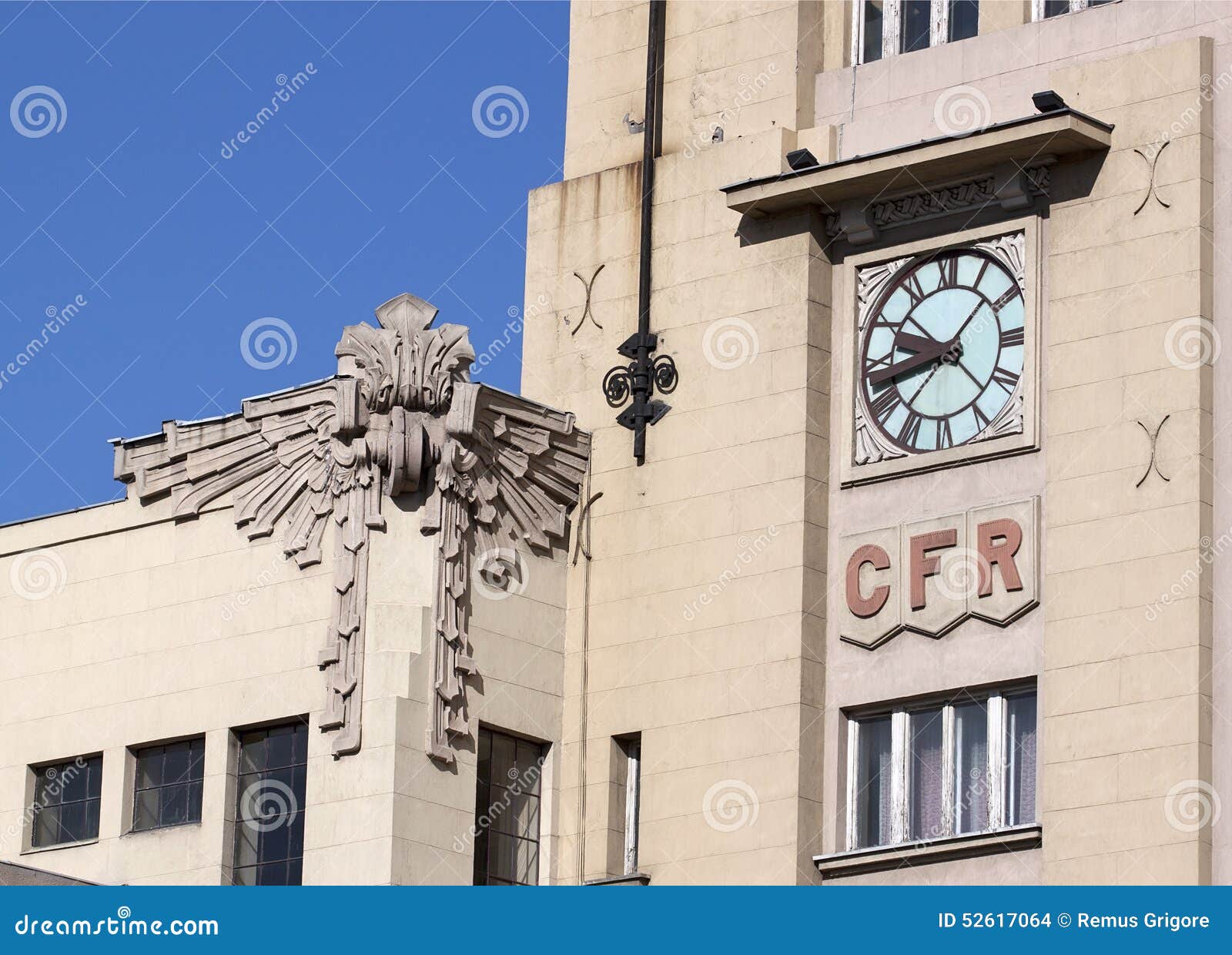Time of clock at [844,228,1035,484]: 9:42
